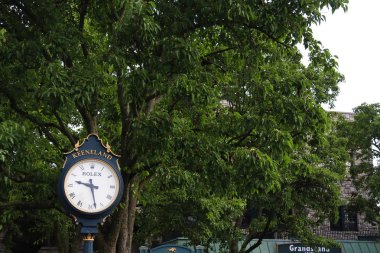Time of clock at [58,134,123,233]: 9:27
